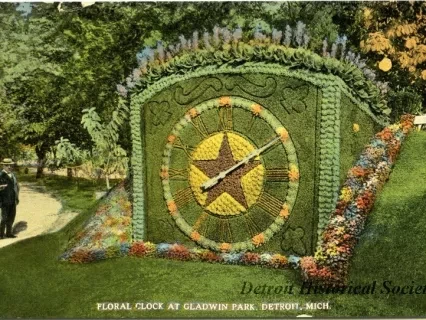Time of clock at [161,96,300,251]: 8:09
